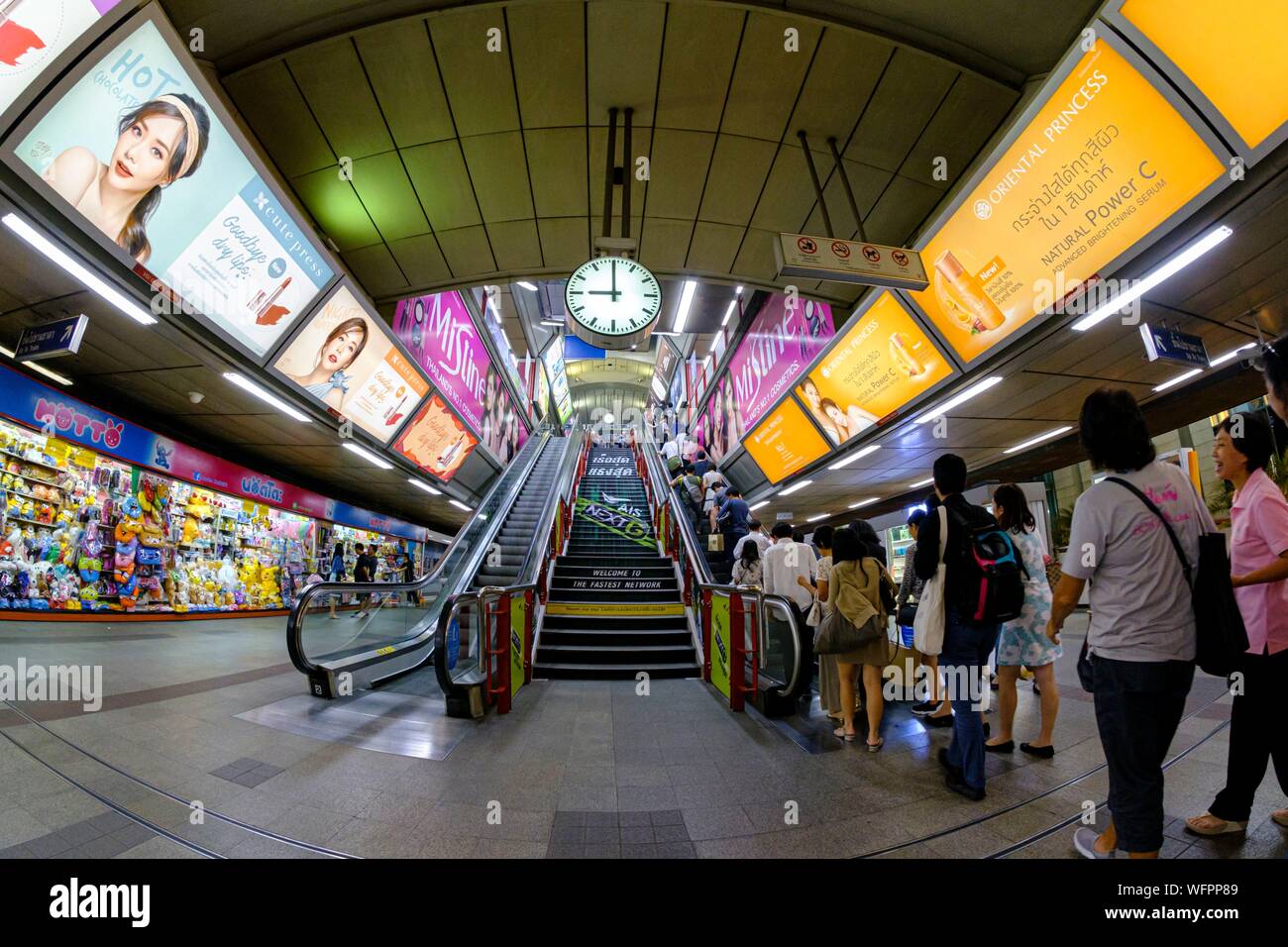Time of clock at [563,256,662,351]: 8:59
